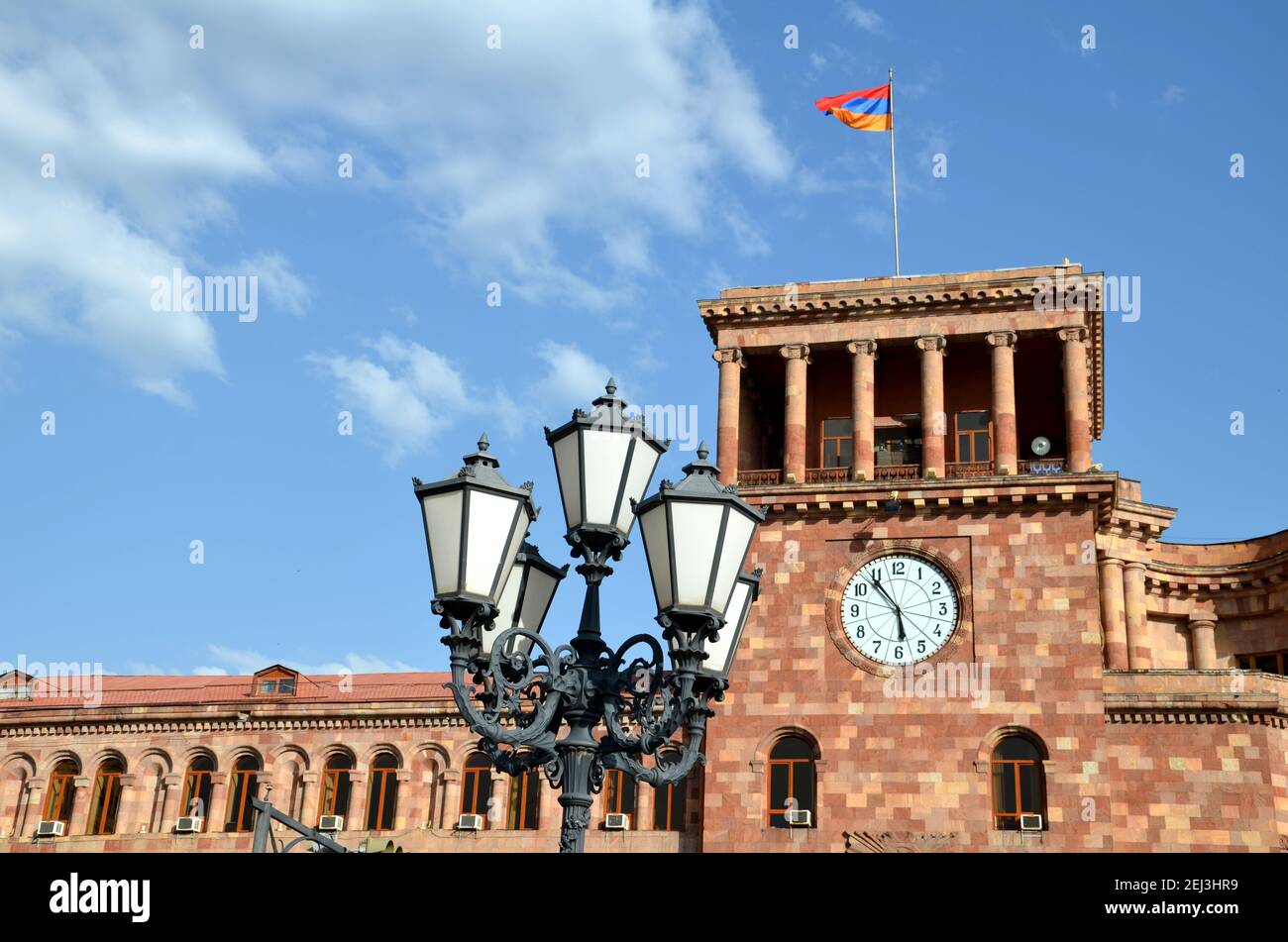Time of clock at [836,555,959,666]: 5:53
